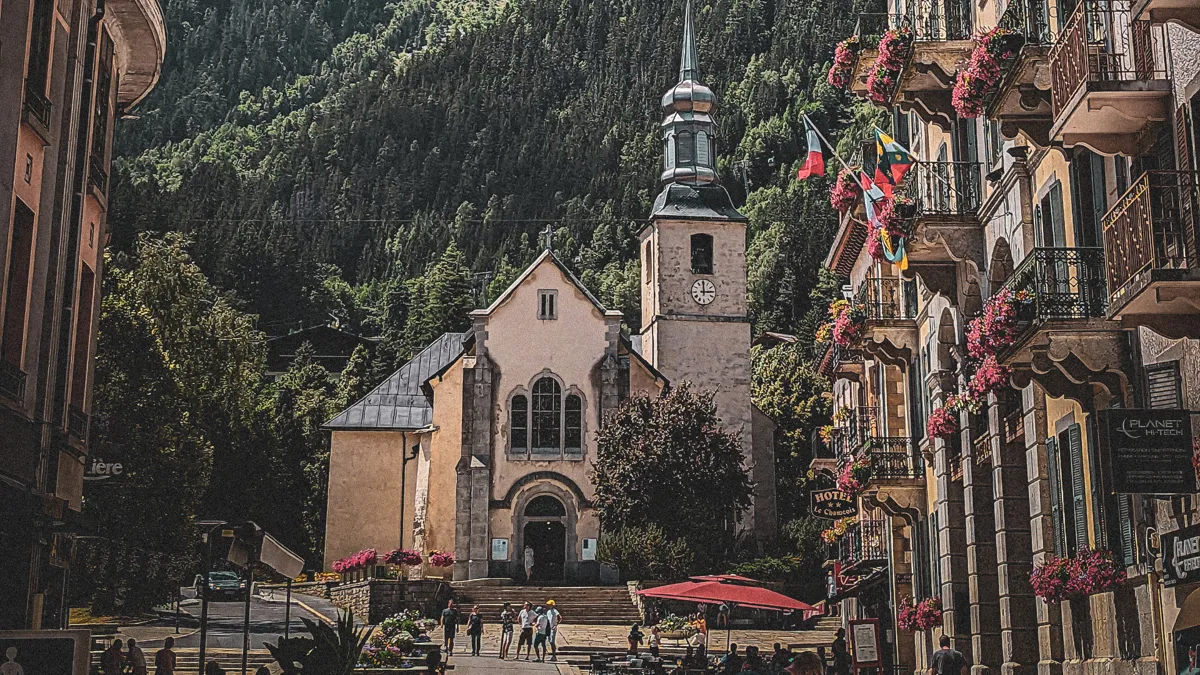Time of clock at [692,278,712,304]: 3:00
